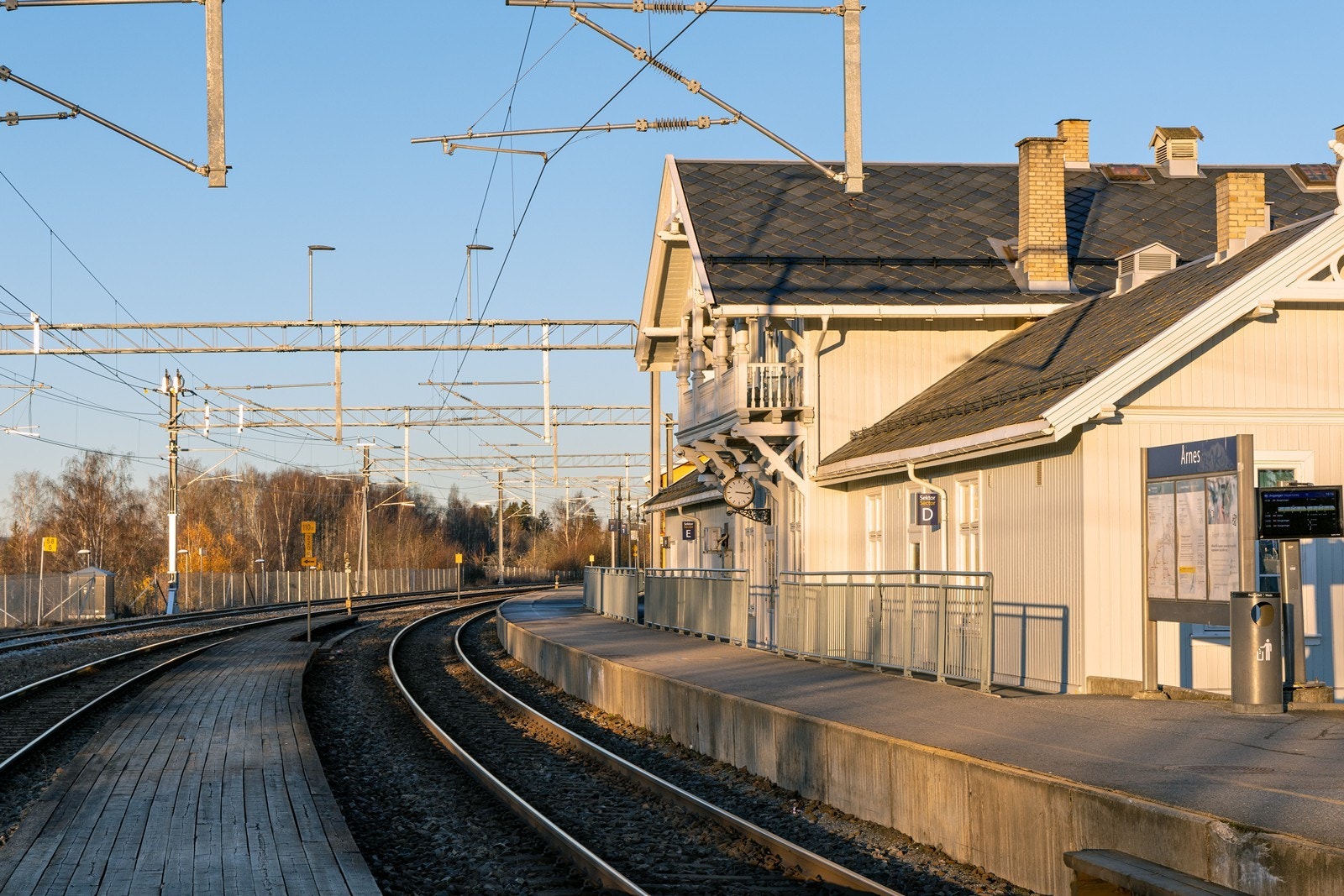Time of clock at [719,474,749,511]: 3:15
